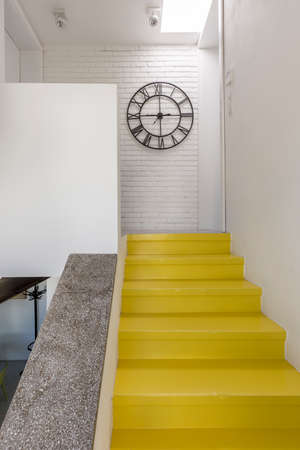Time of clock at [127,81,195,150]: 2:45
